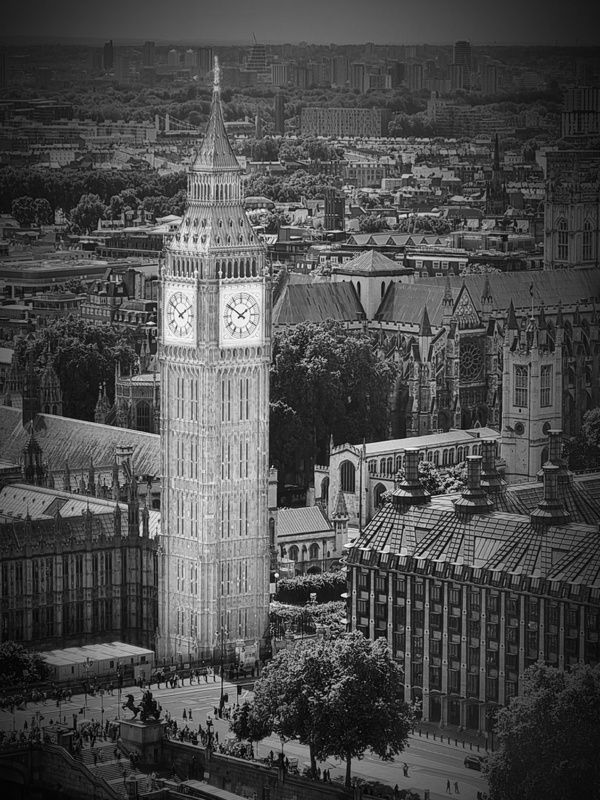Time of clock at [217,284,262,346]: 1:50
